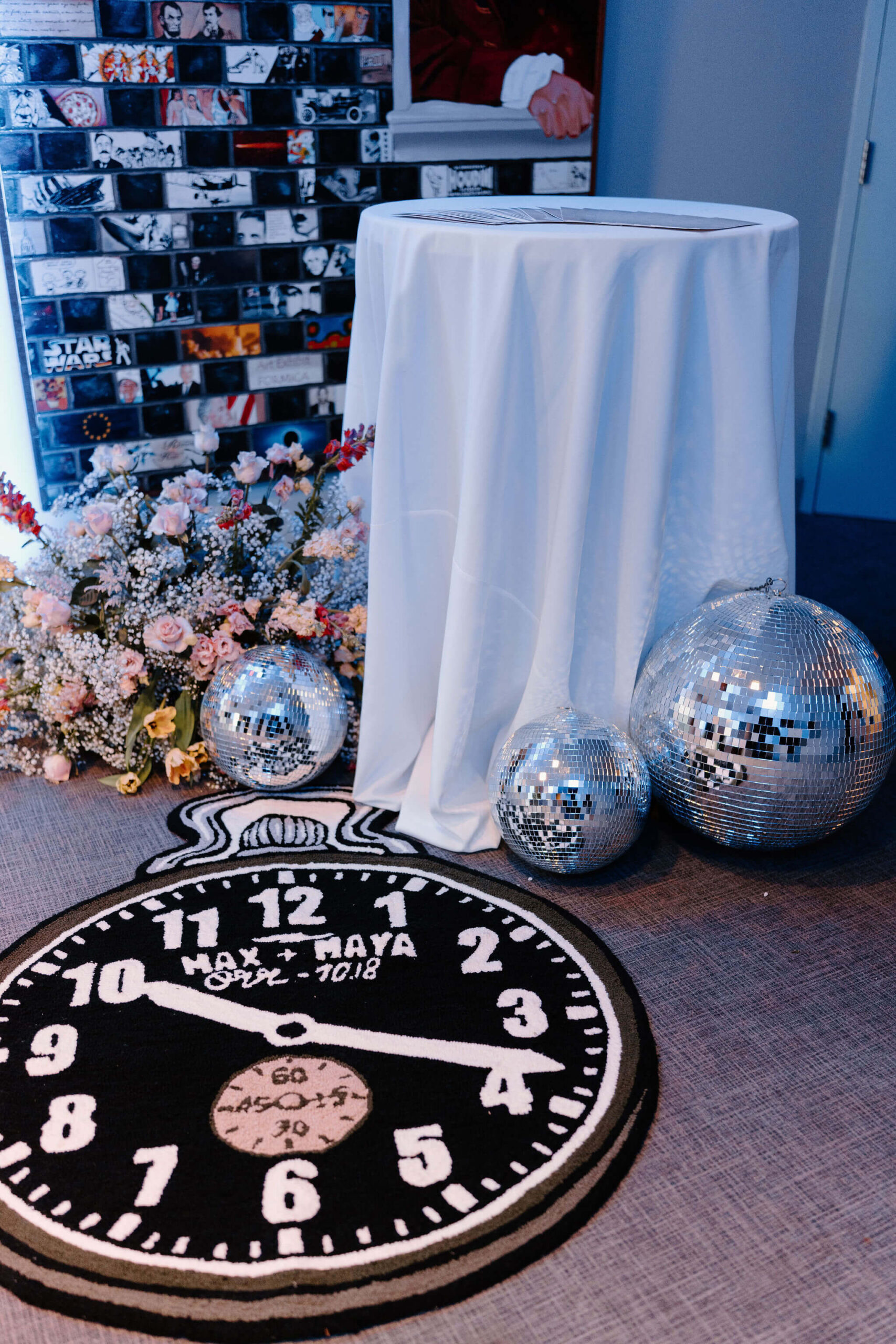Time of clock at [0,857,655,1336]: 10:18
